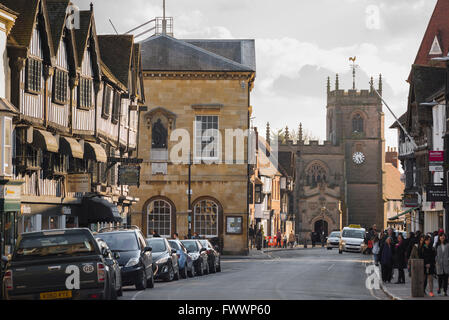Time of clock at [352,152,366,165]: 5:26
